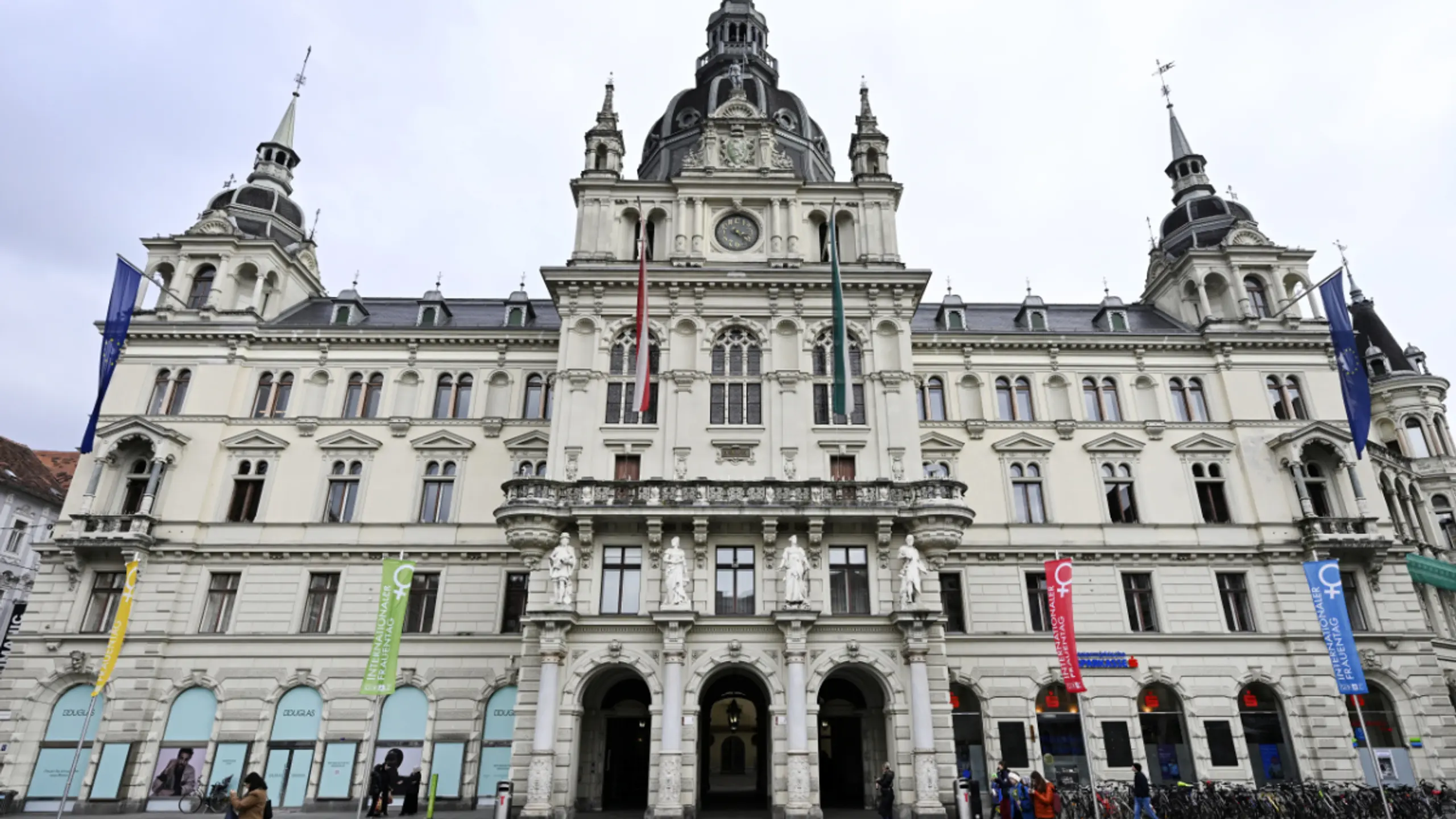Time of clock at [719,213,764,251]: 3:22
